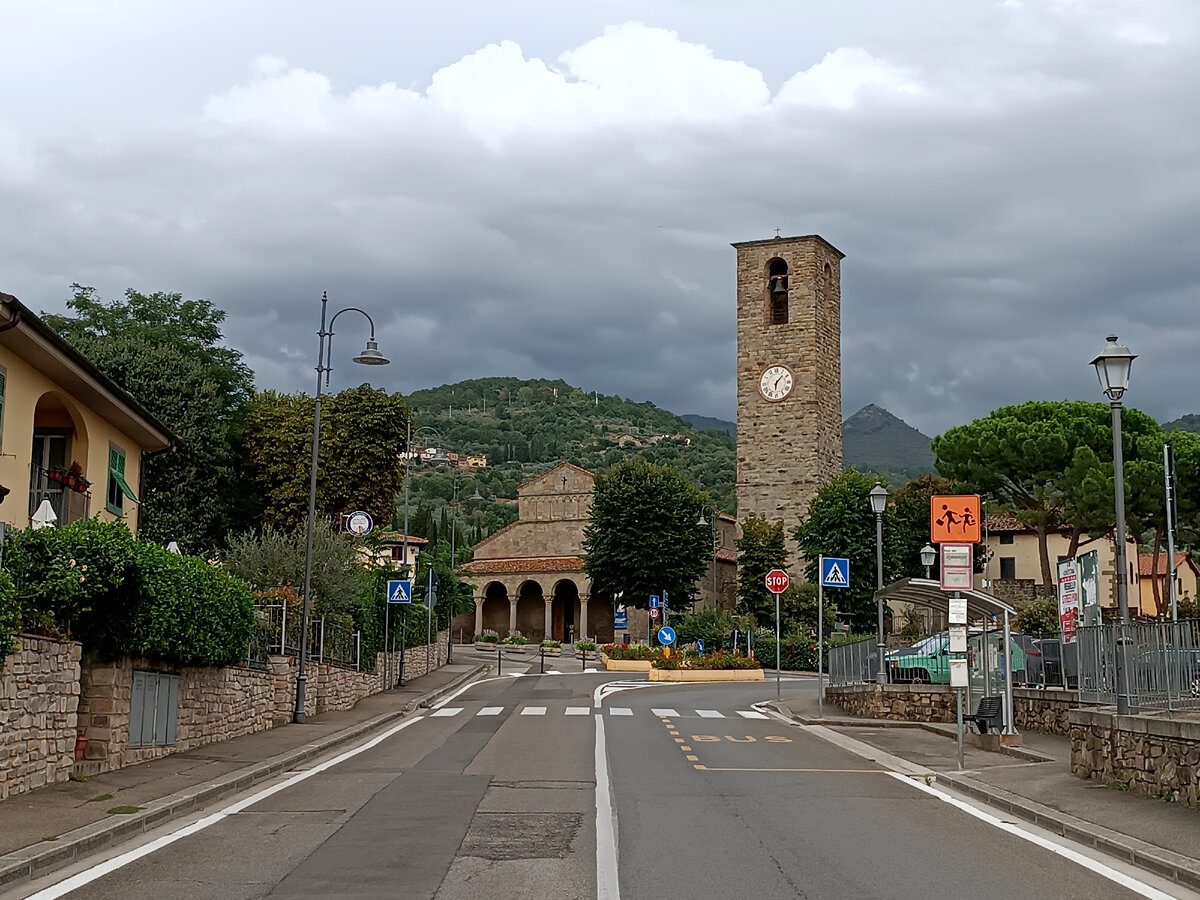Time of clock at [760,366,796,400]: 6:07
